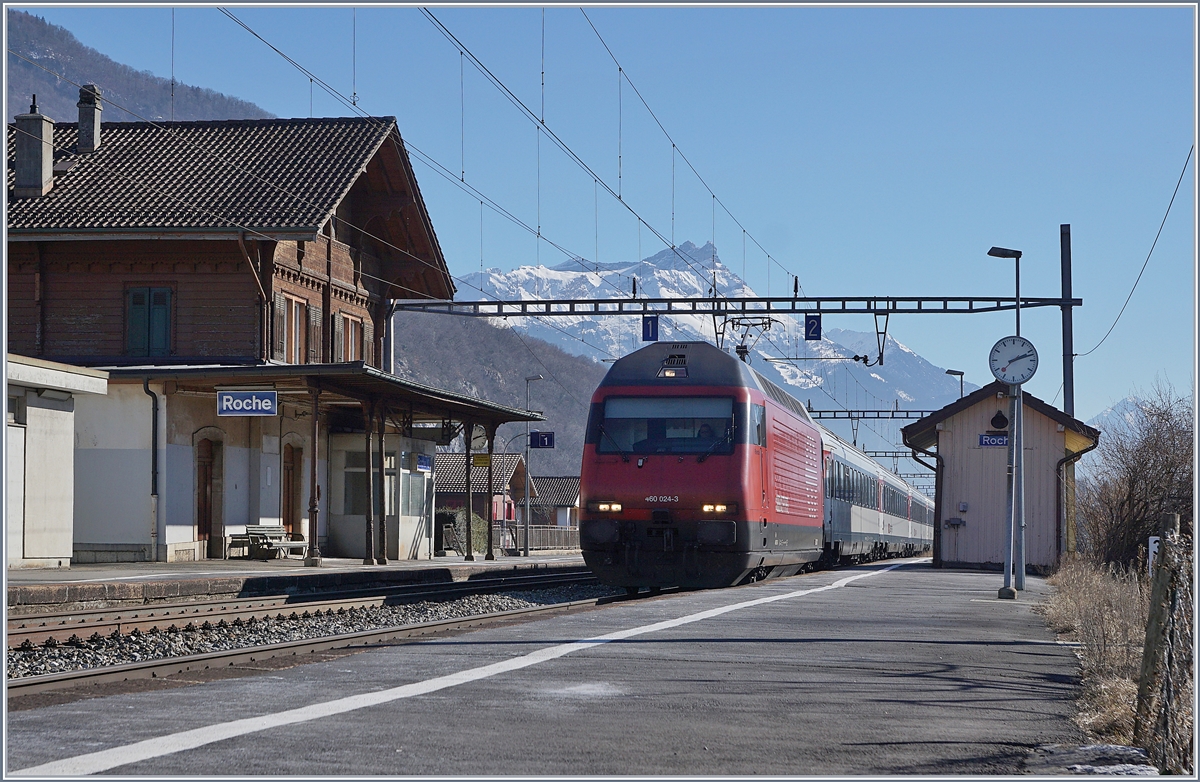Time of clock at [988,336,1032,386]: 2:12
